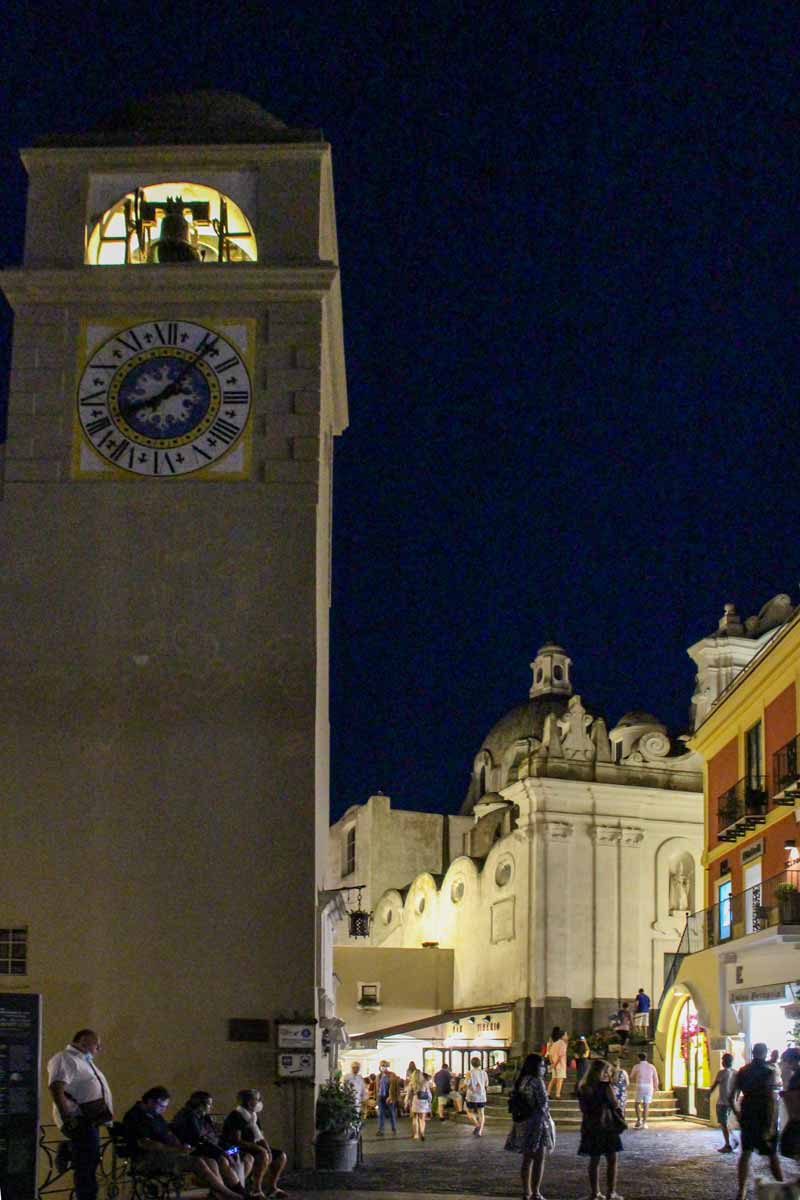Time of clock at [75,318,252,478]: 8:06
